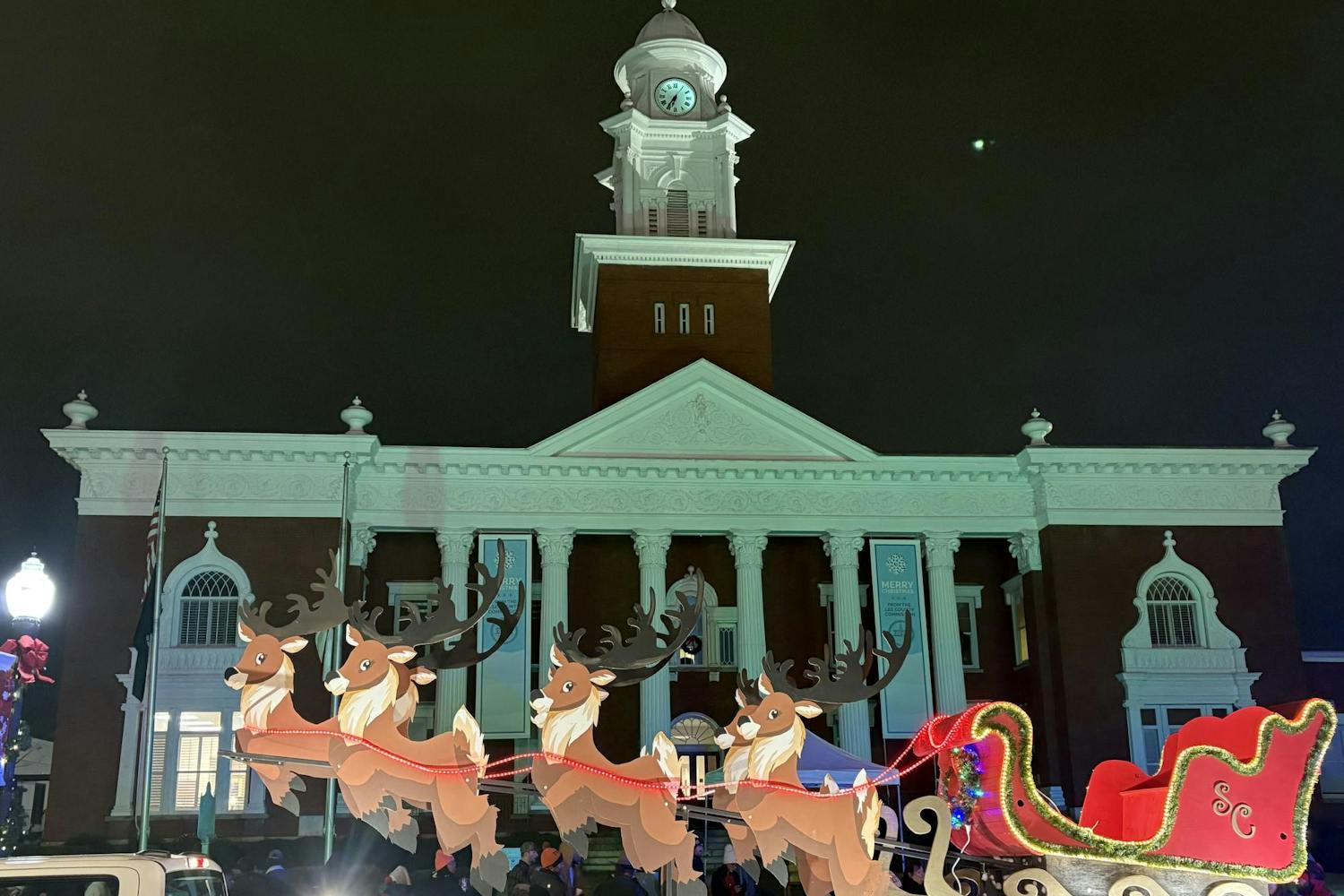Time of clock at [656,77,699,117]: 6:36
